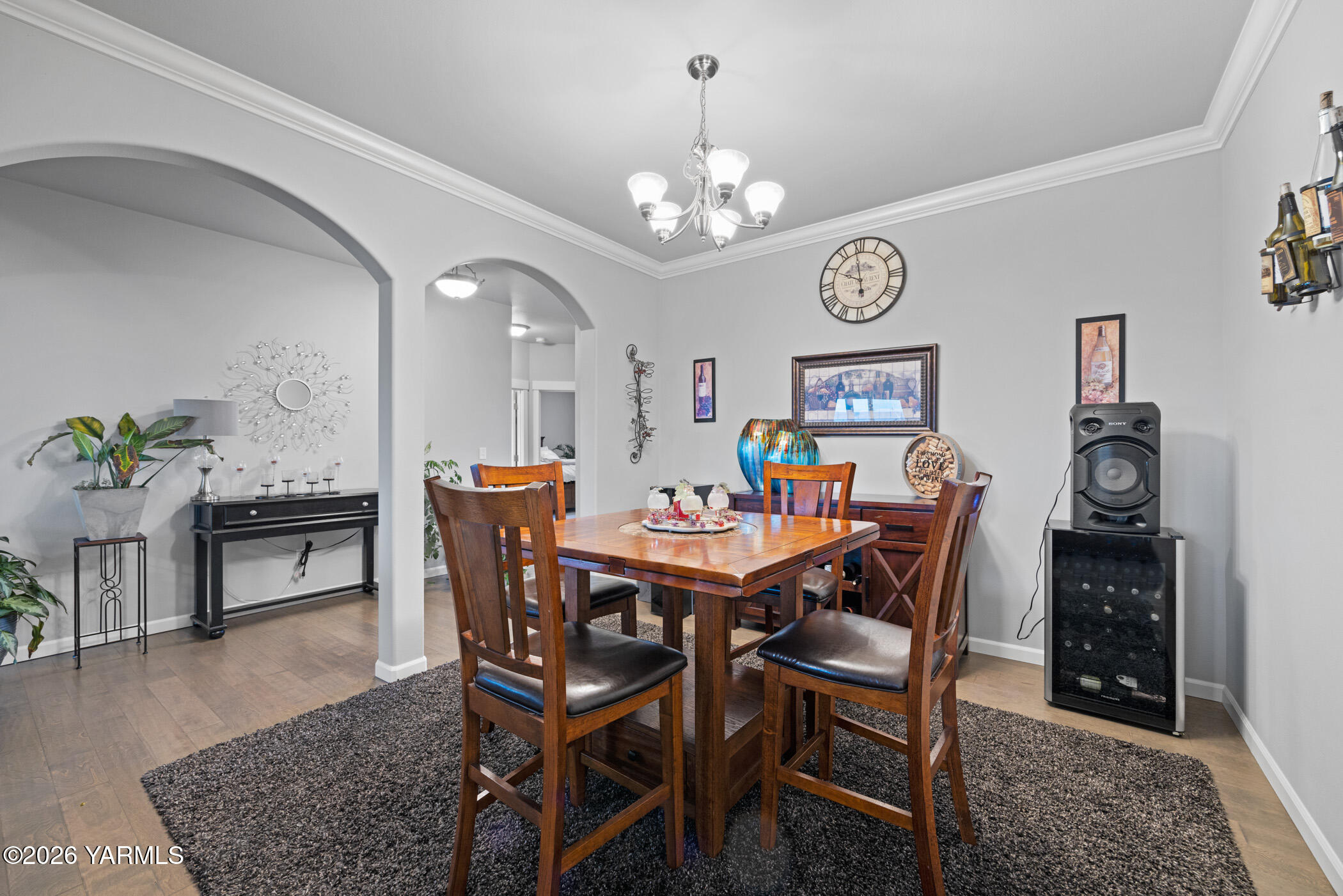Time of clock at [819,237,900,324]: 9:58
